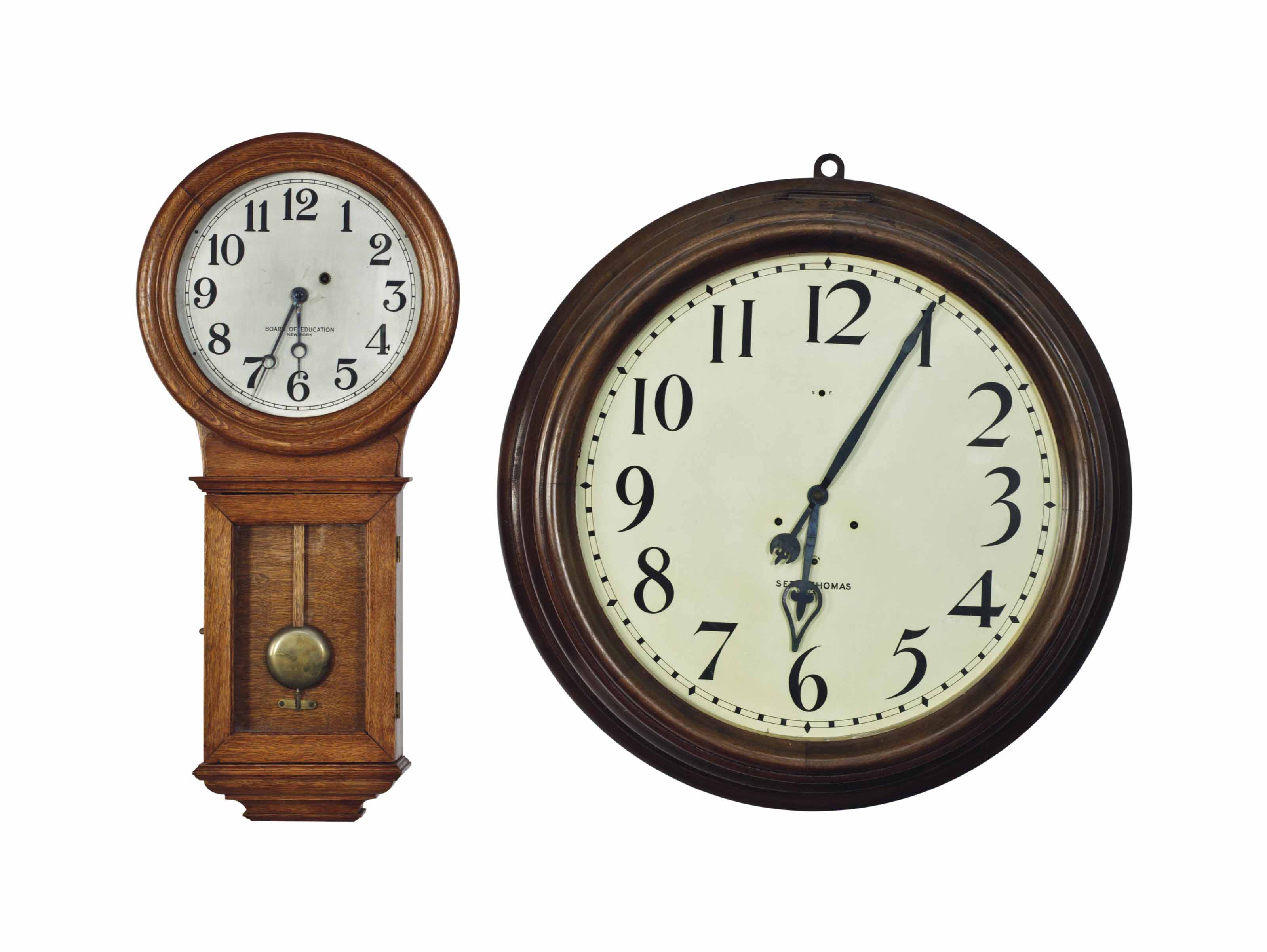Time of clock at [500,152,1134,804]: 6:04
